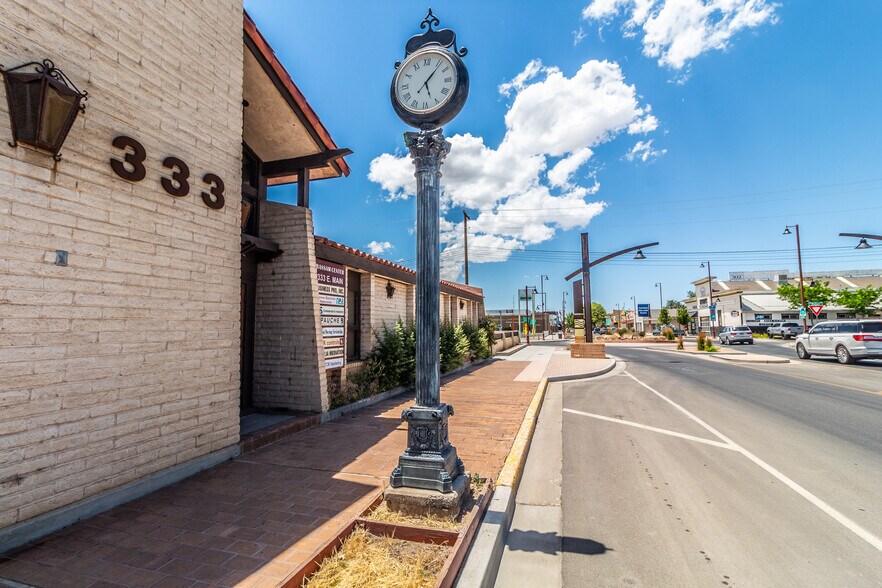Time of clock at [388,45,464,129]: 5:06
